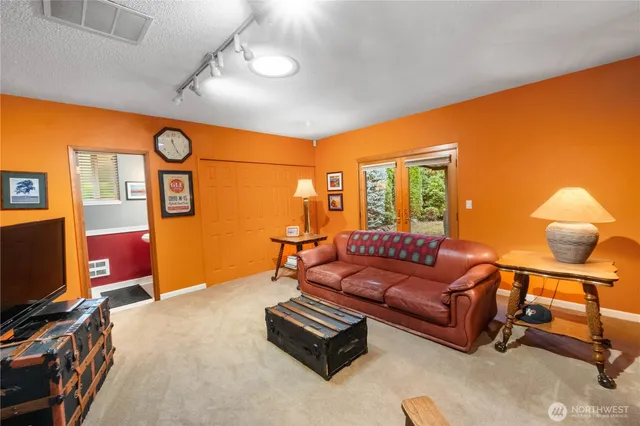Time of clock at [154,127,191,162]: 11:25
